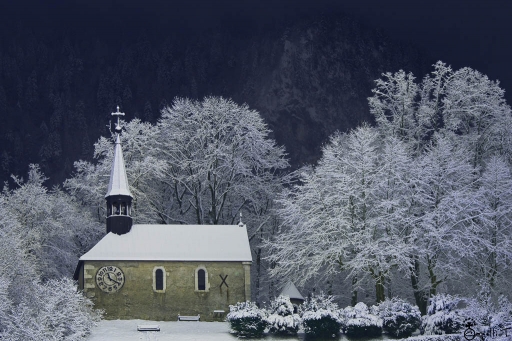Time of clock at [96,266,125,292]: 11:19
